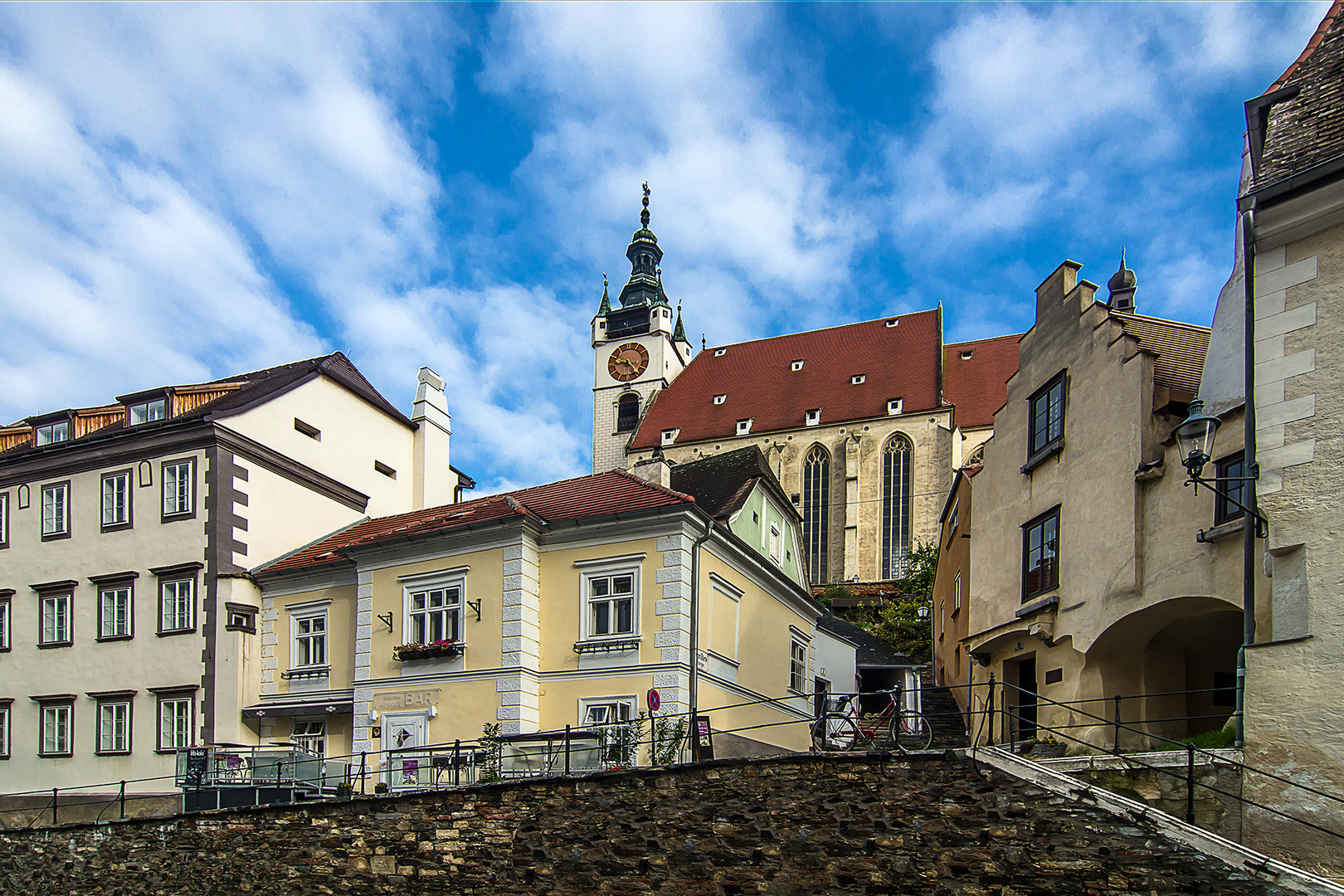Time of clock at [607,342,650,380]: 9:23
